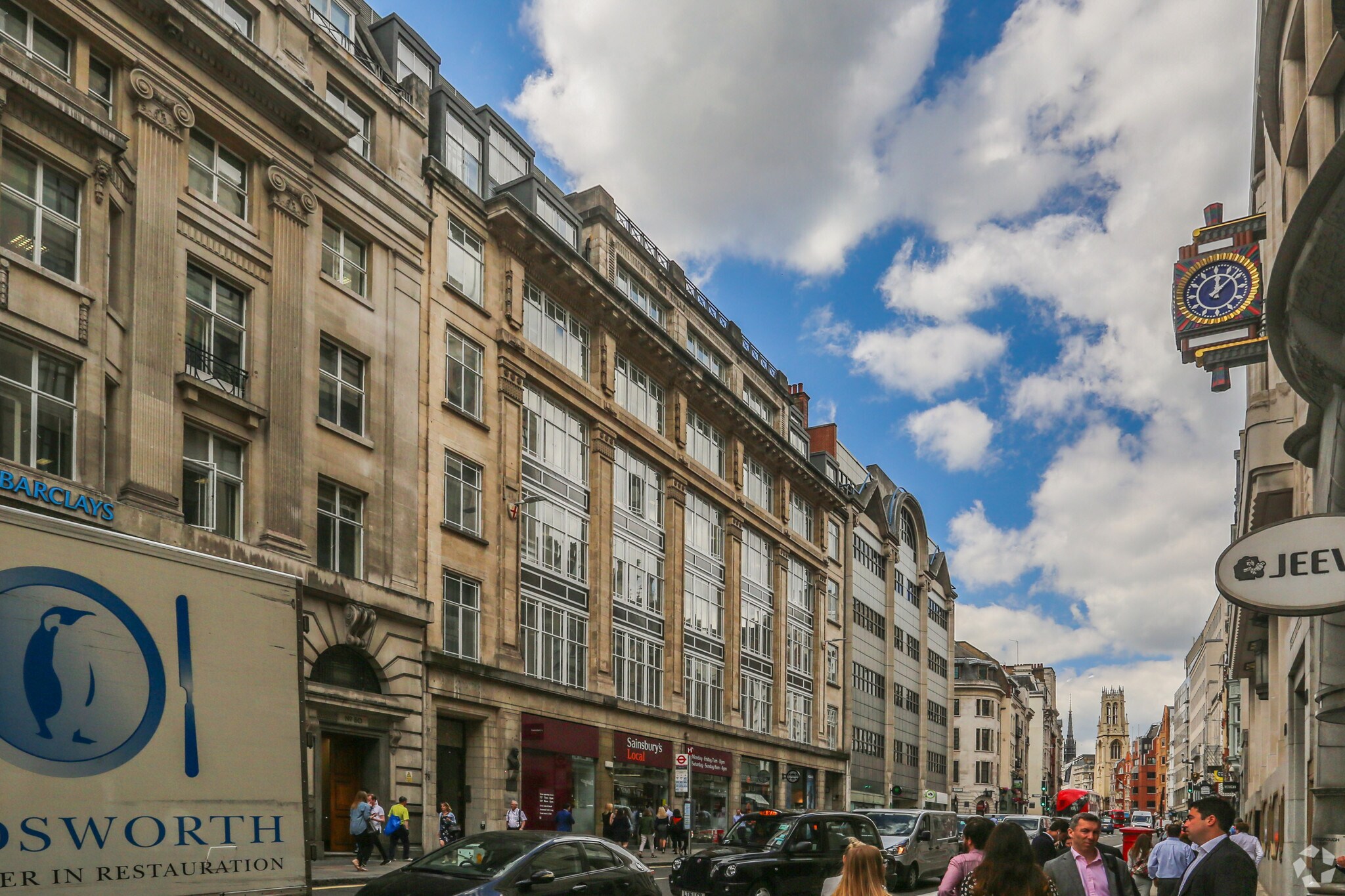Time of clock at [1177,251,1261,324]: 12:08
